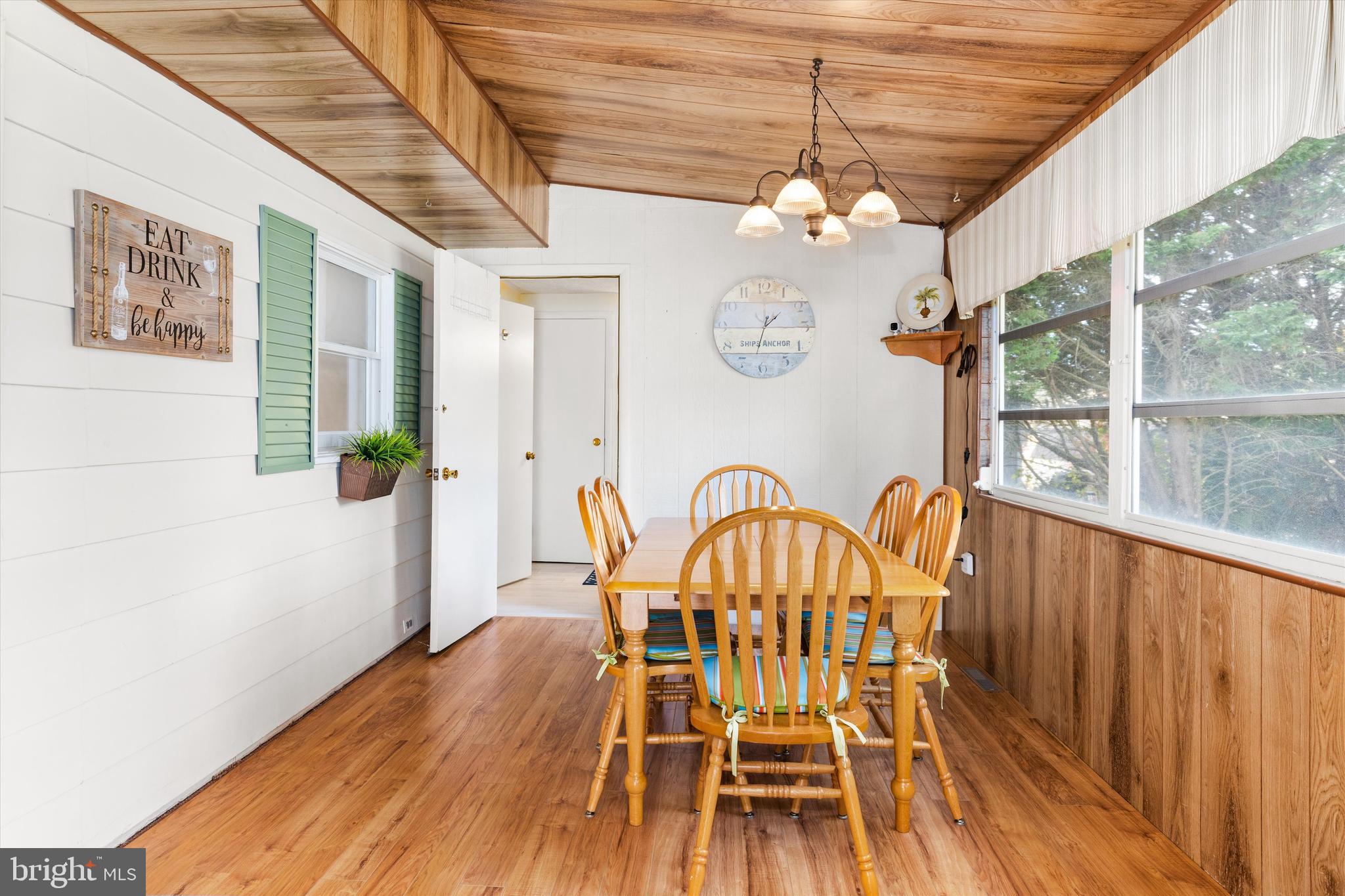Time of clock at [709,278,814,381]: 1:32
